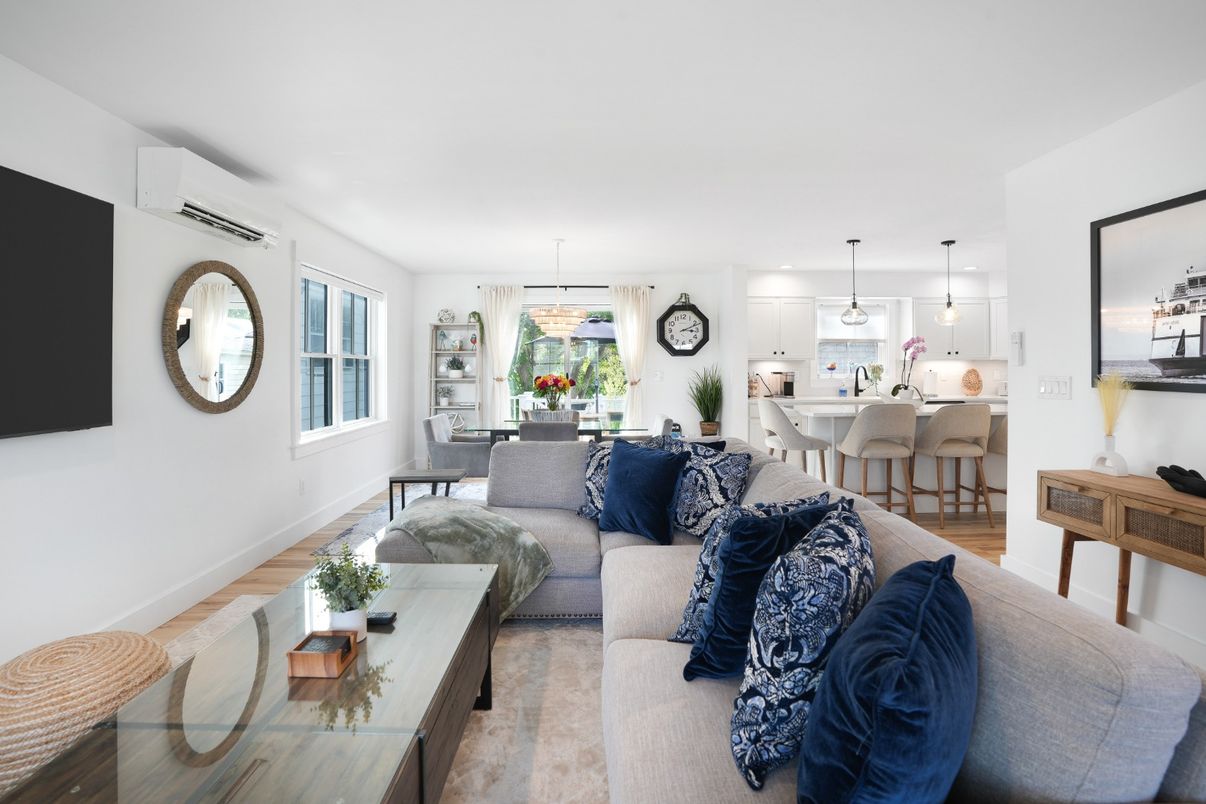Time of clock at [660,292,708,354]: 3:11
